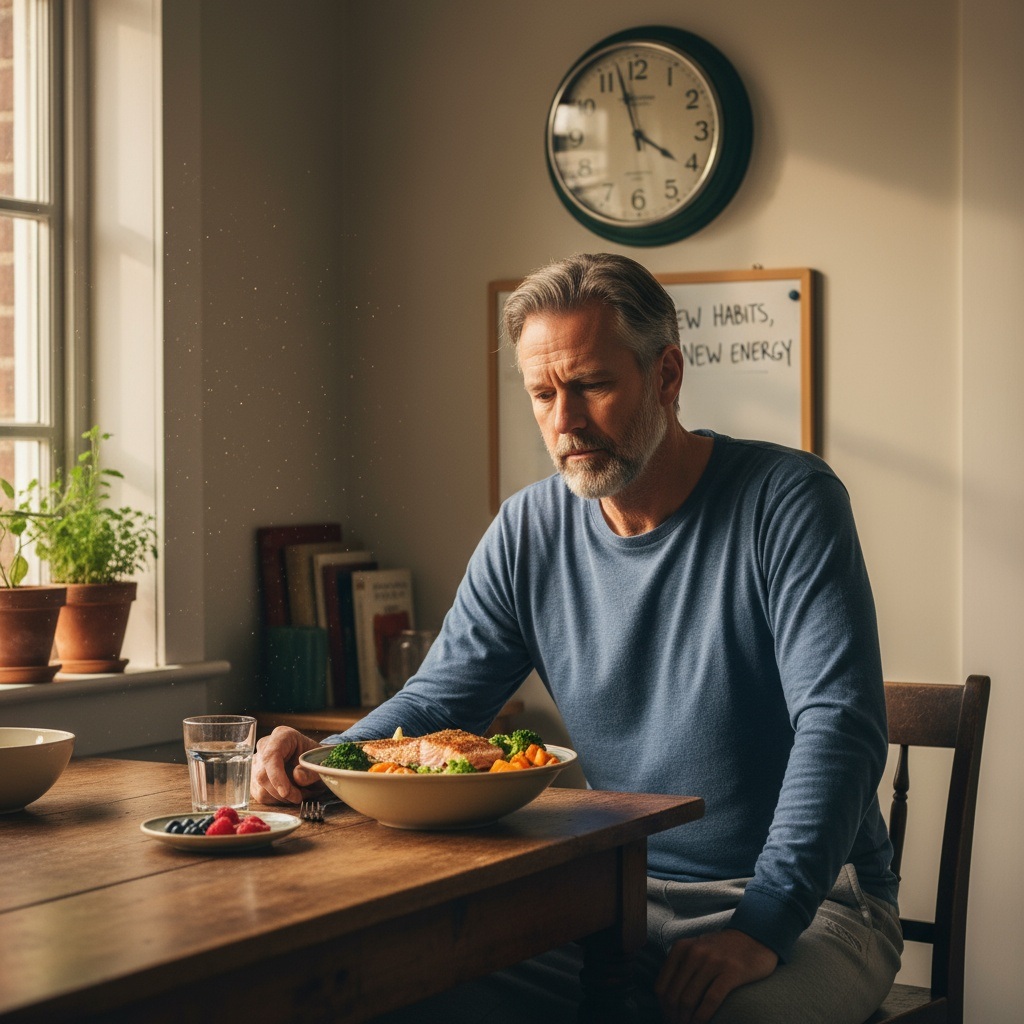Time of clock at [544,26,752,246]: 3:57
